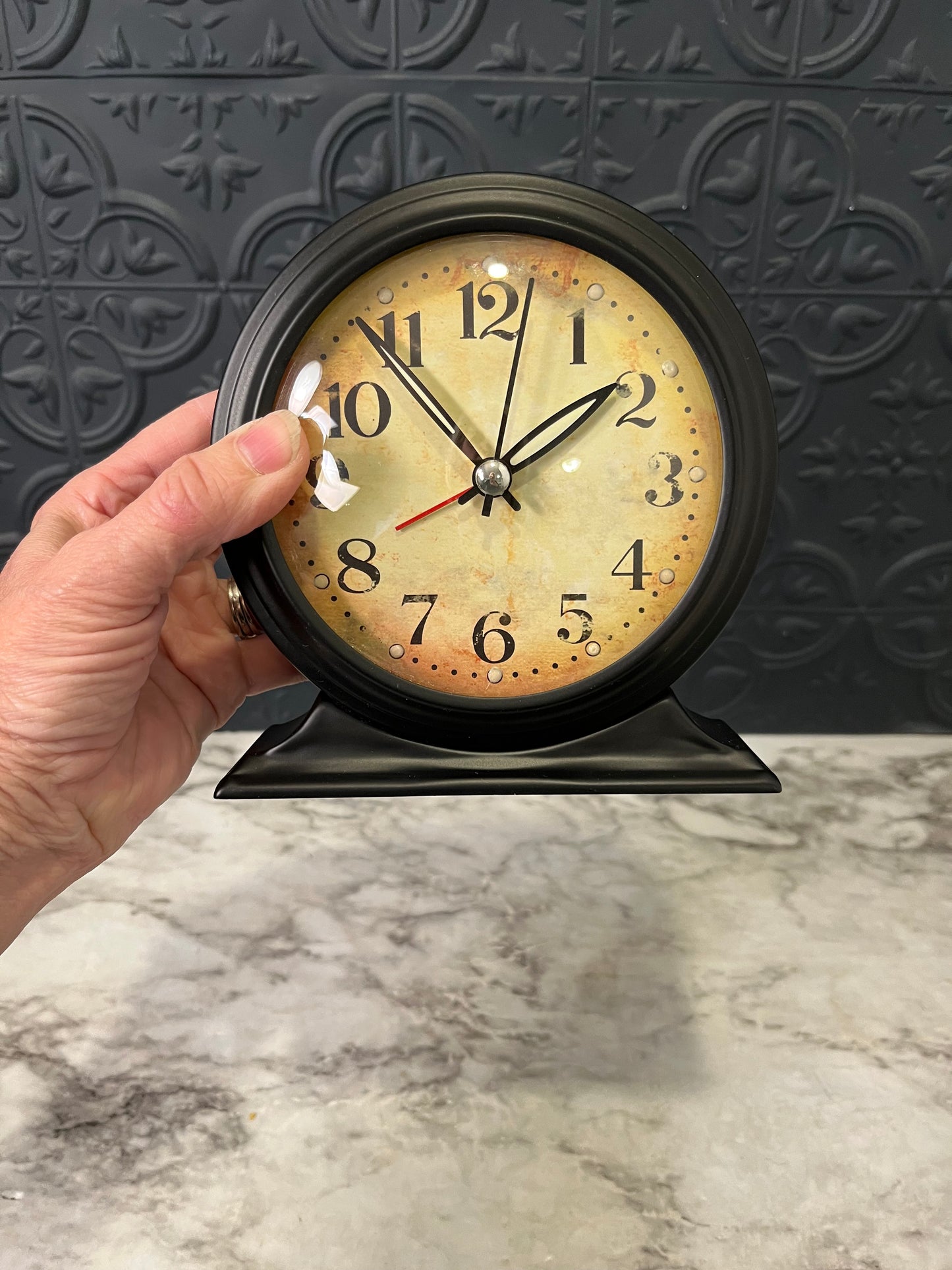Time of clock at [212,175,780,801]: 1:53
